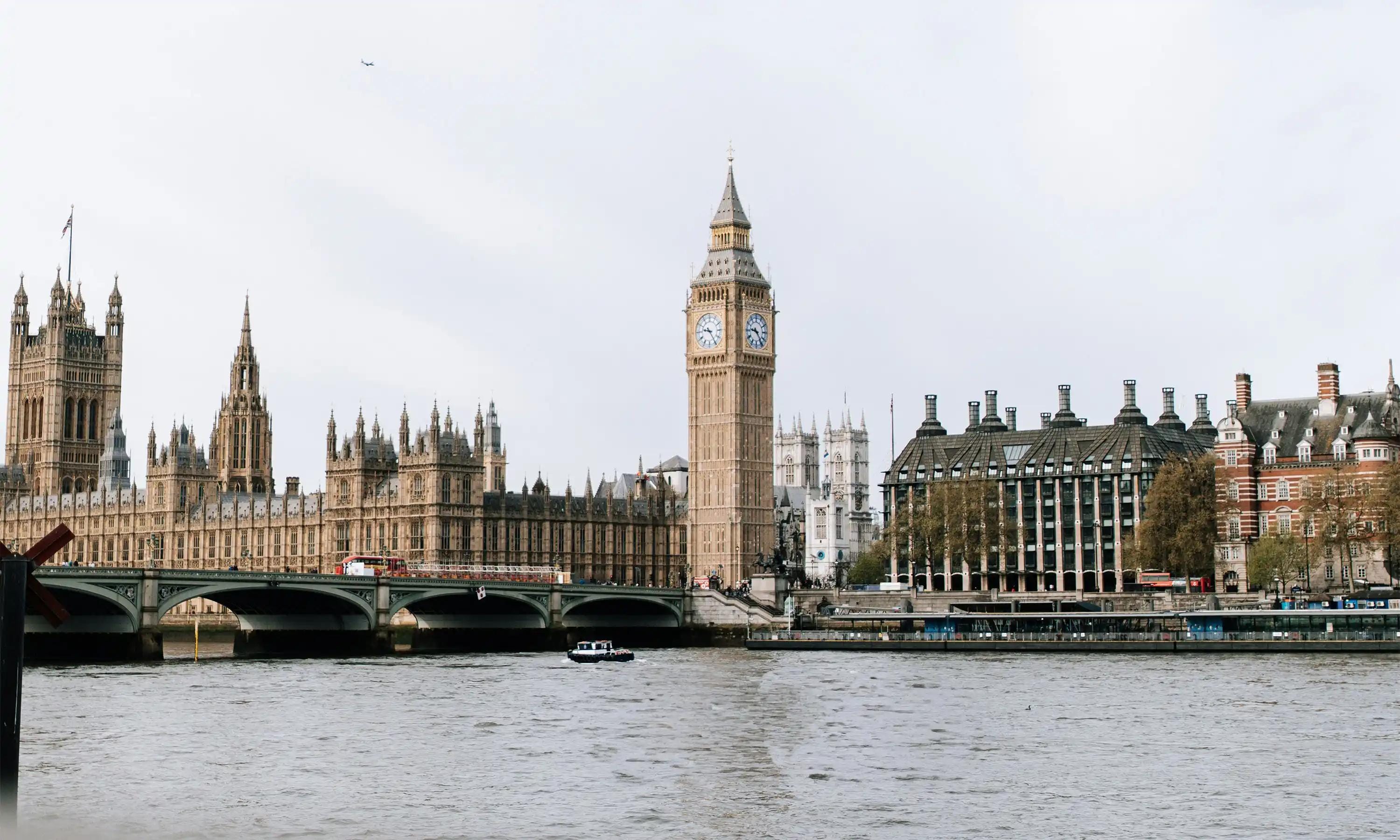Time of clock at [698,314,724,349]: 9:24
